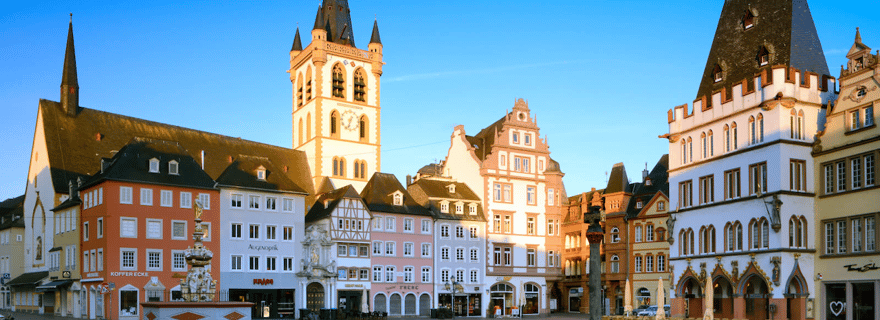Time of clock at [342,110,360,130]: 12:32
